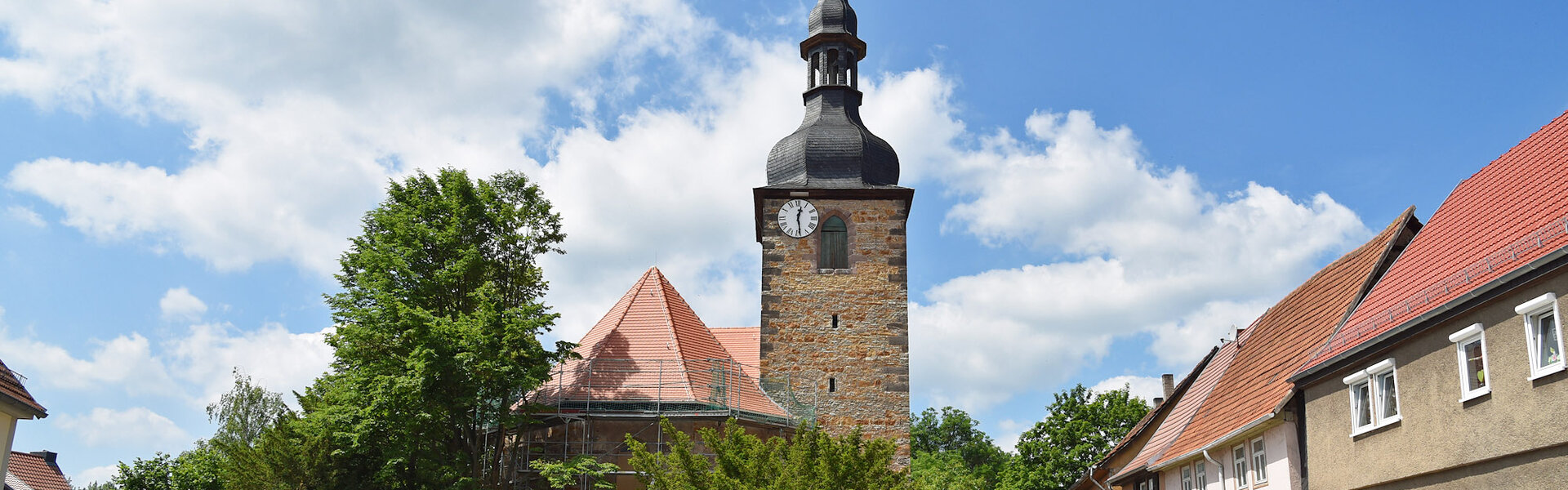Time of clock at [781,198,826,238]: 12:28
